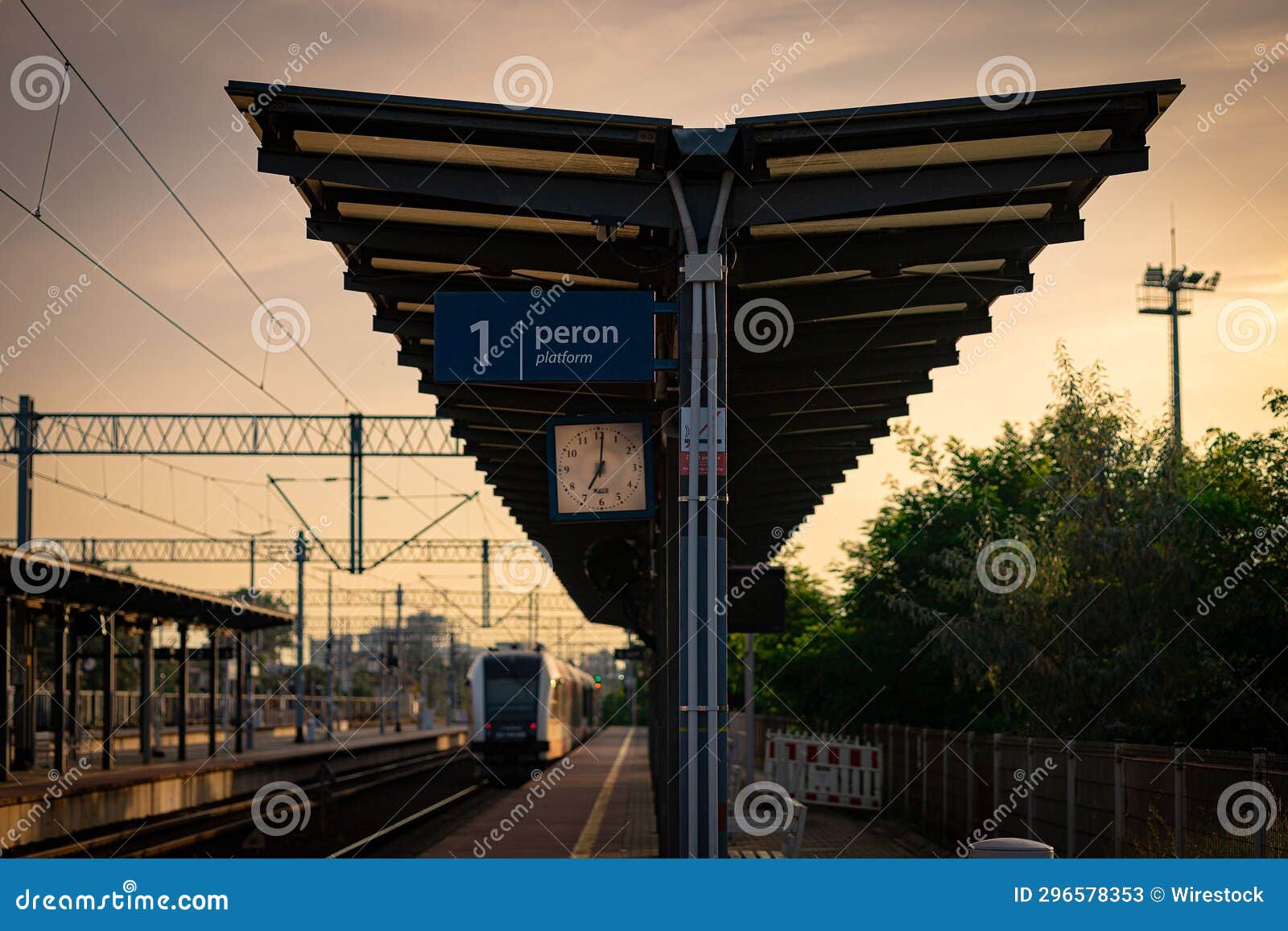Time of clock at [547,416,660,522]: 7:01
